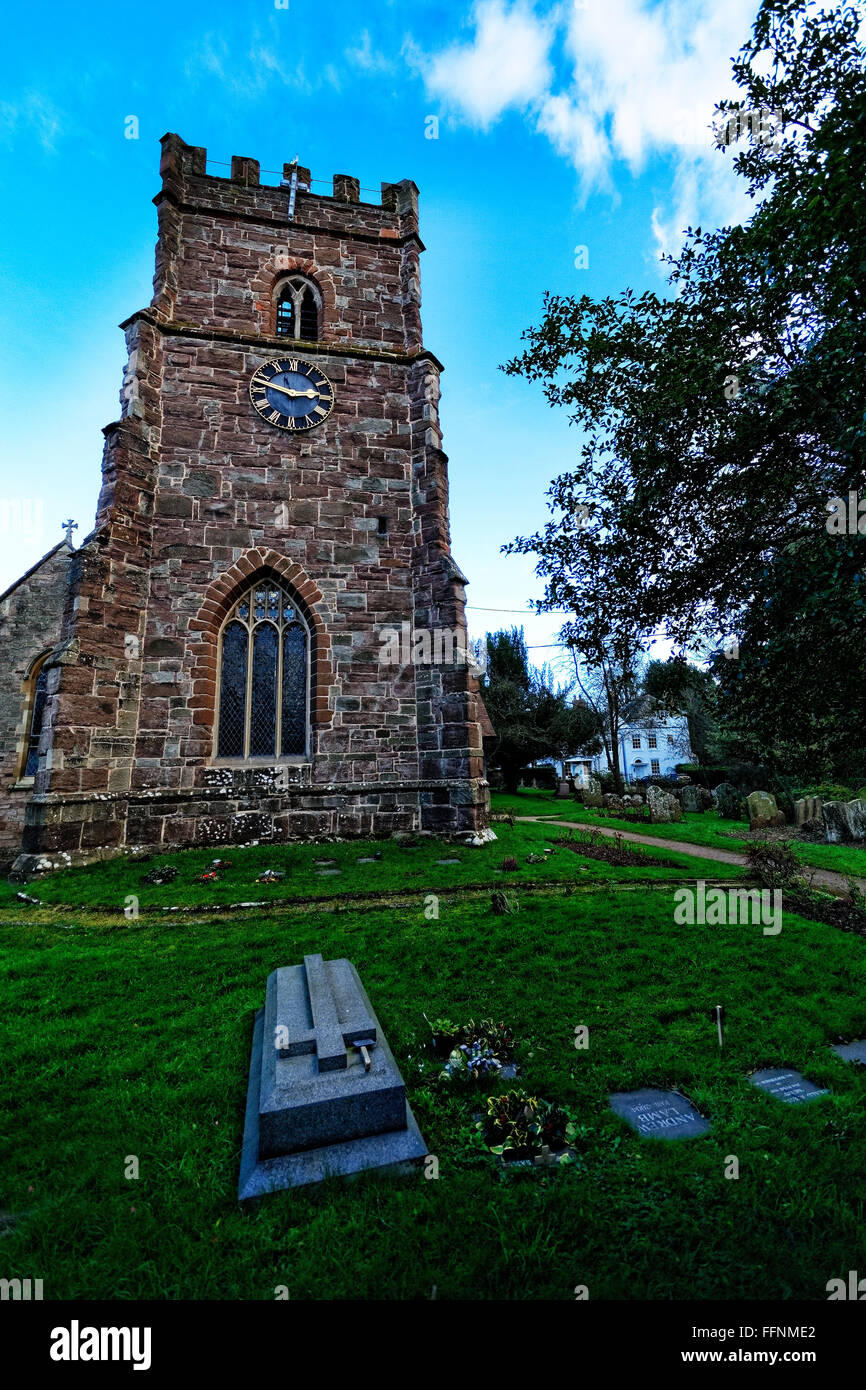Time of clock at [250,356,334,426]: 2:47
